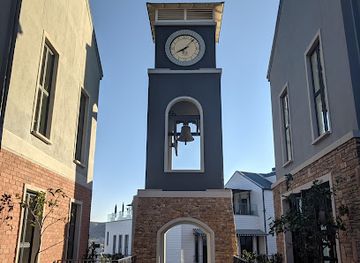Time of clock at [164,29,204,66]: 8:07
